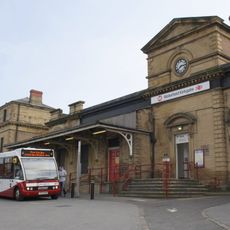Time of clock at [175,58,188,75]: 2:38
